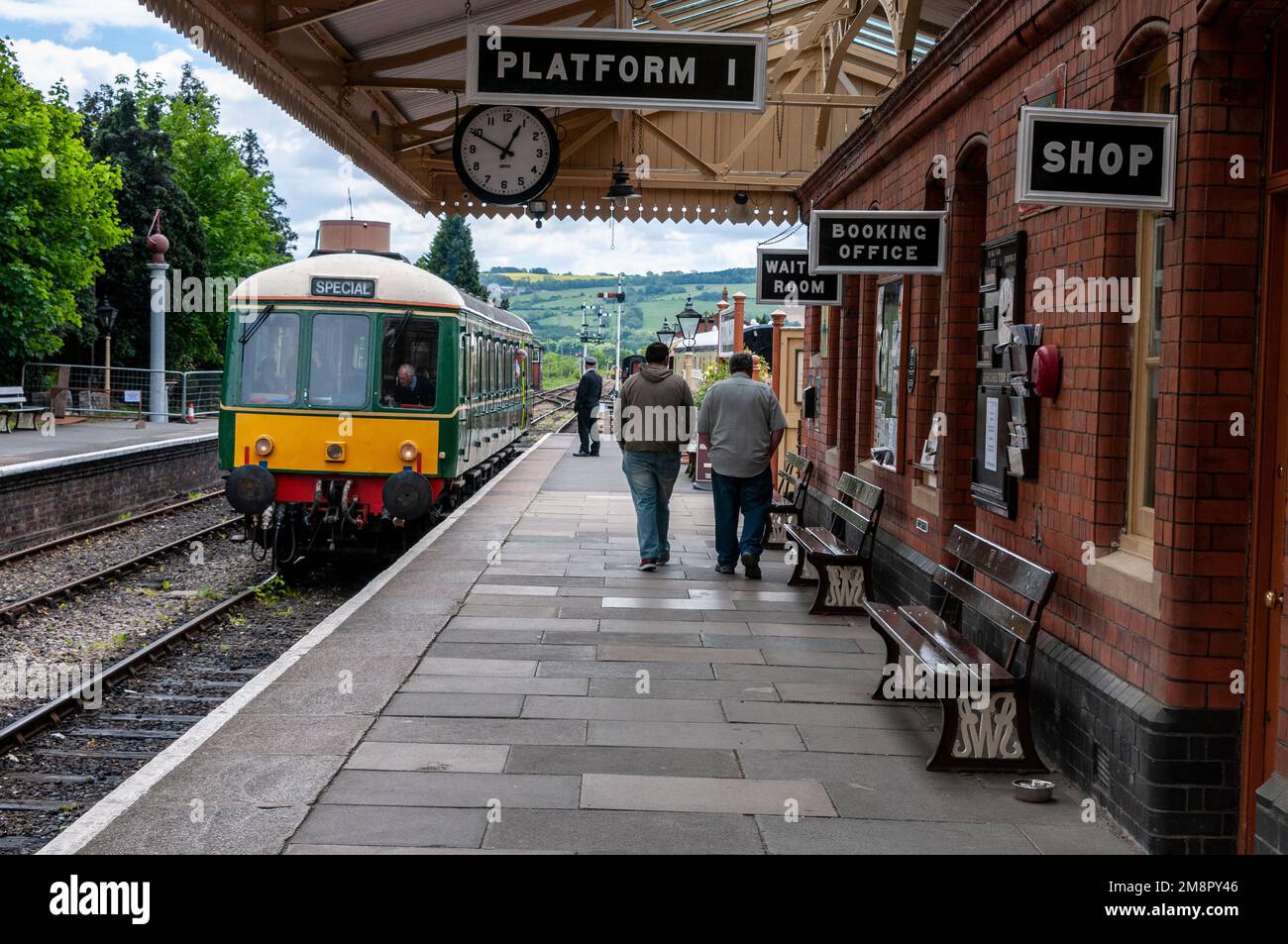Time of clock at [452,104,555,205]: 12:49
